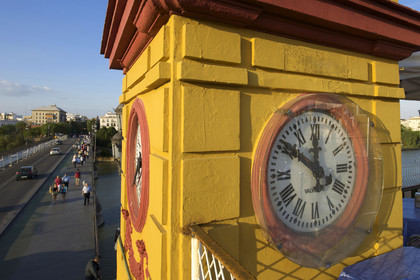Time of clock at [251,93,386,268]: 11:50
